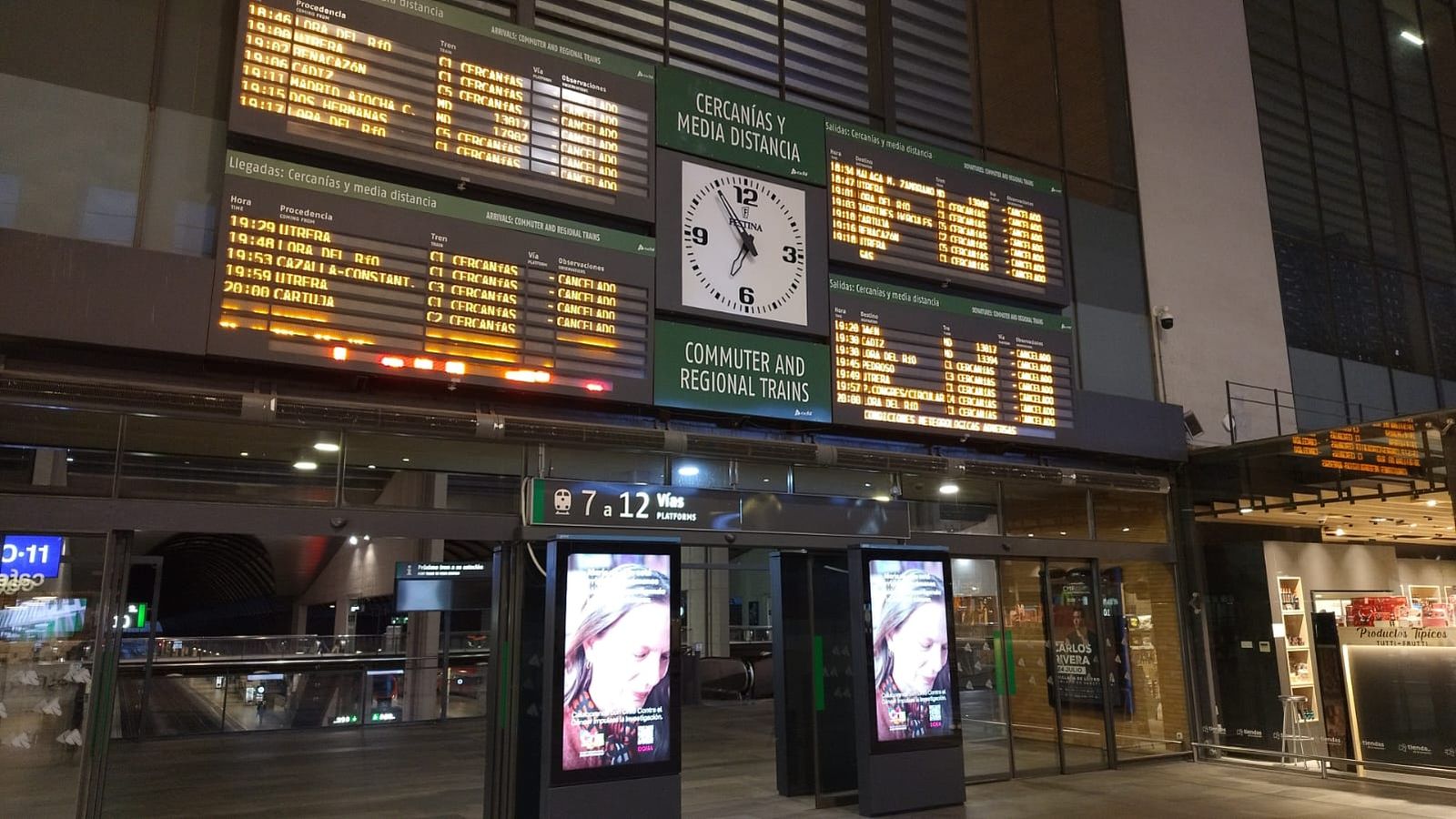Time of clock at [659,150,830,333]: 6:54
